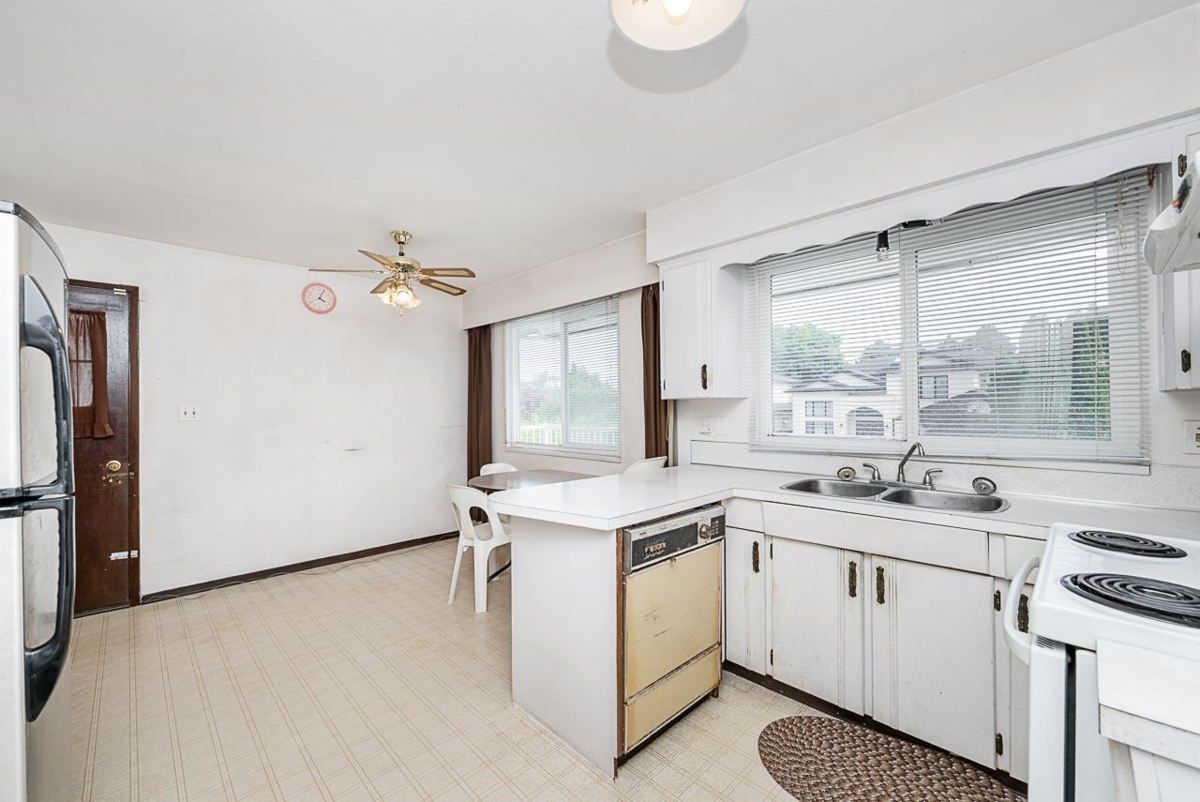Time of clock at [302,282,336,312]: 4:04
